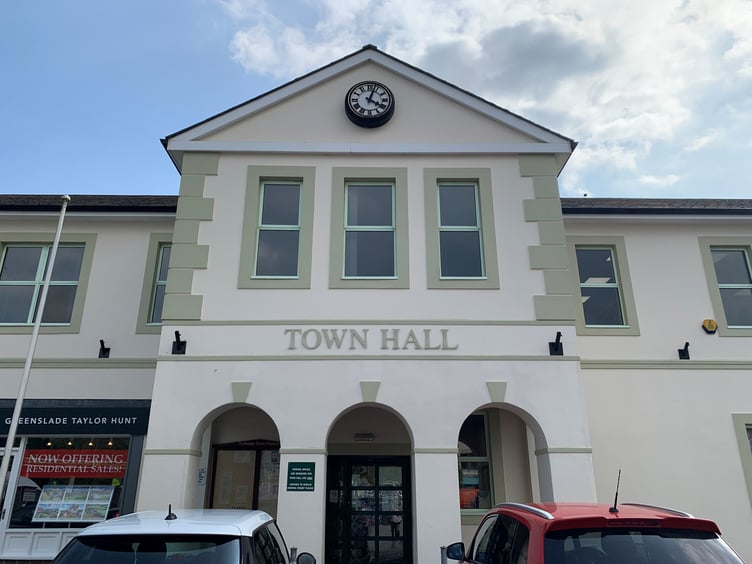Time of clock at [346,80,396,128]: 4:03
